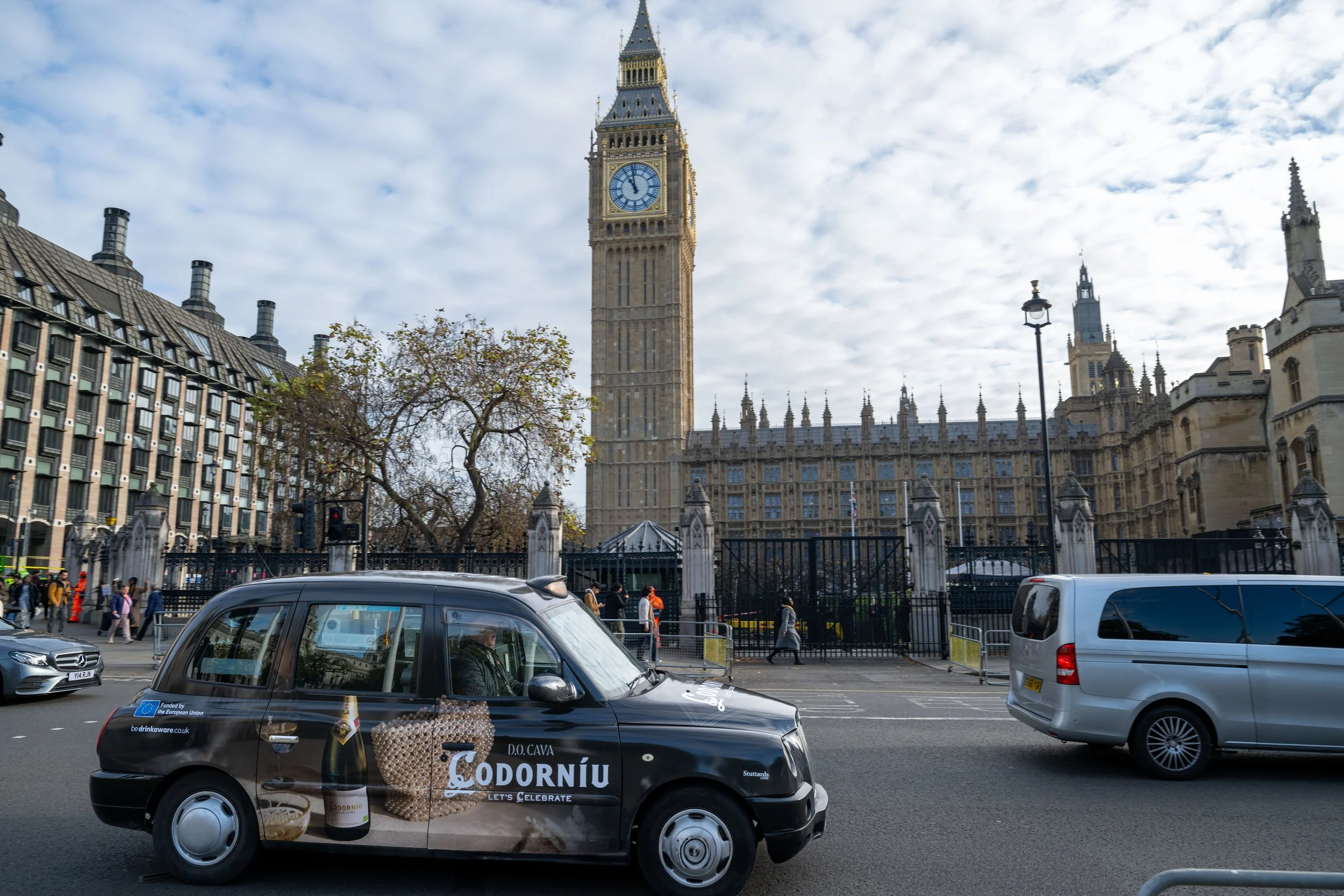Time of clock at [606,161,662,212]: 10:58
